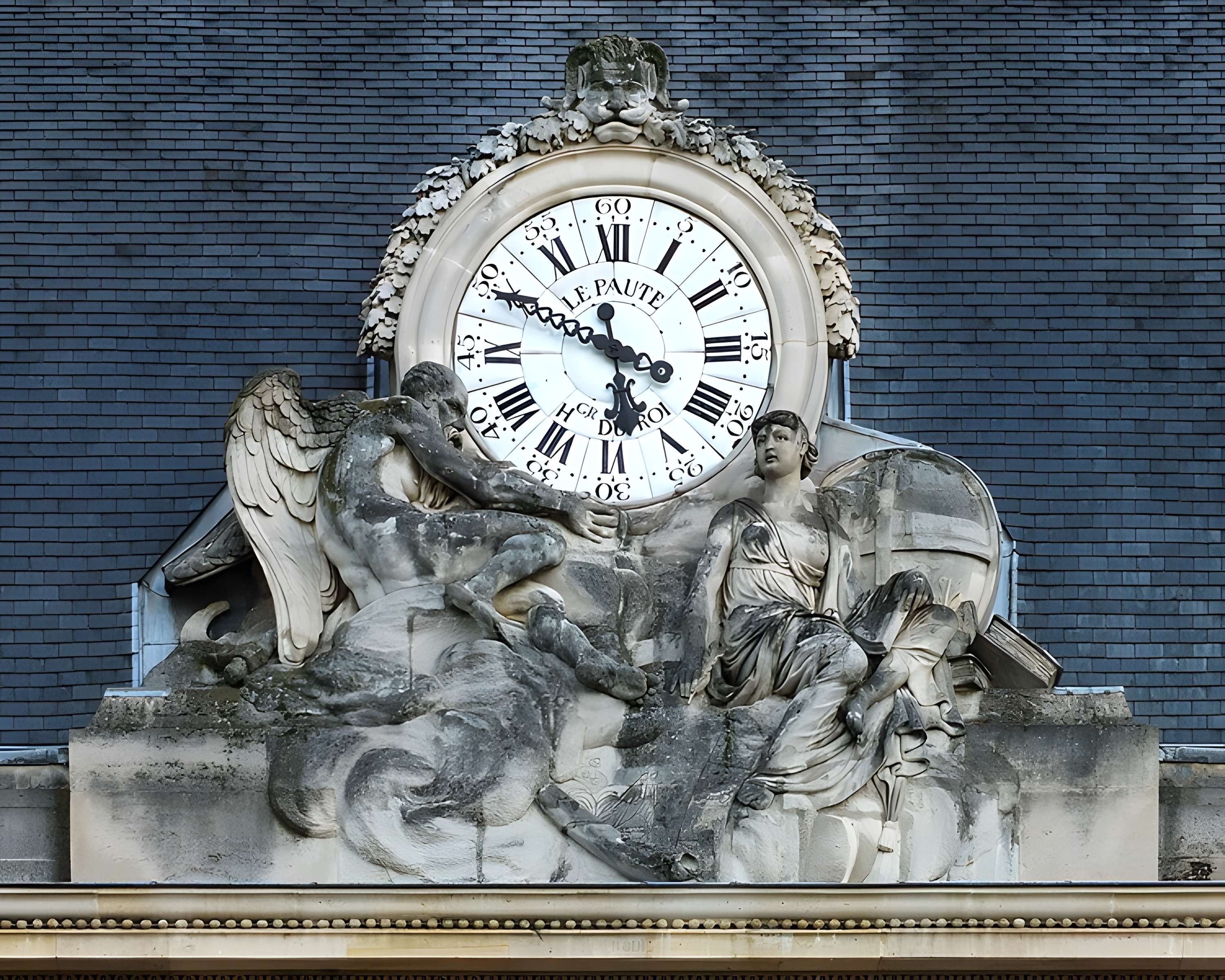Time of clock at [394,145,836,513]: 5:49
